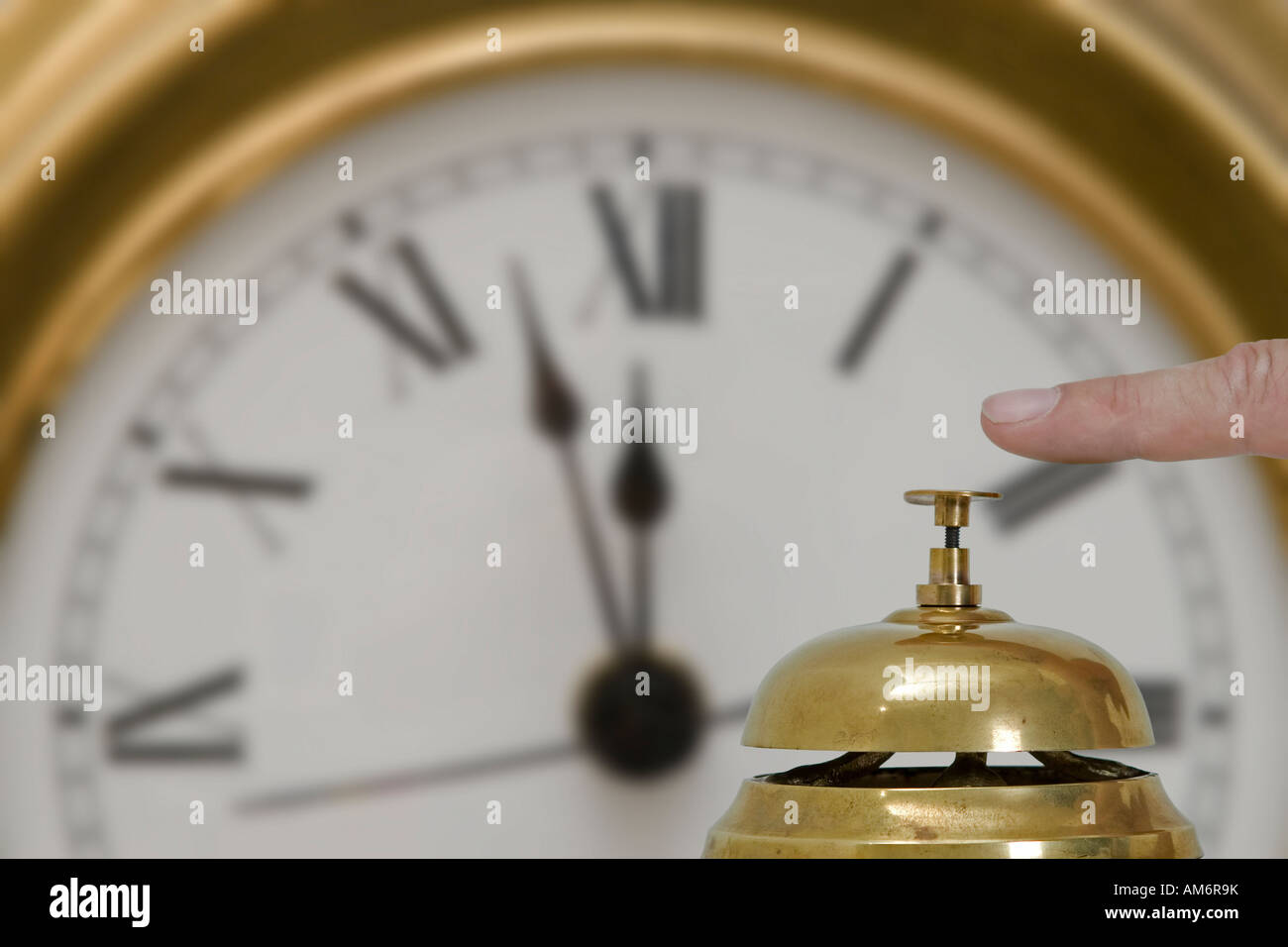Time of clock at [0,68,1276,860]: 11:57
